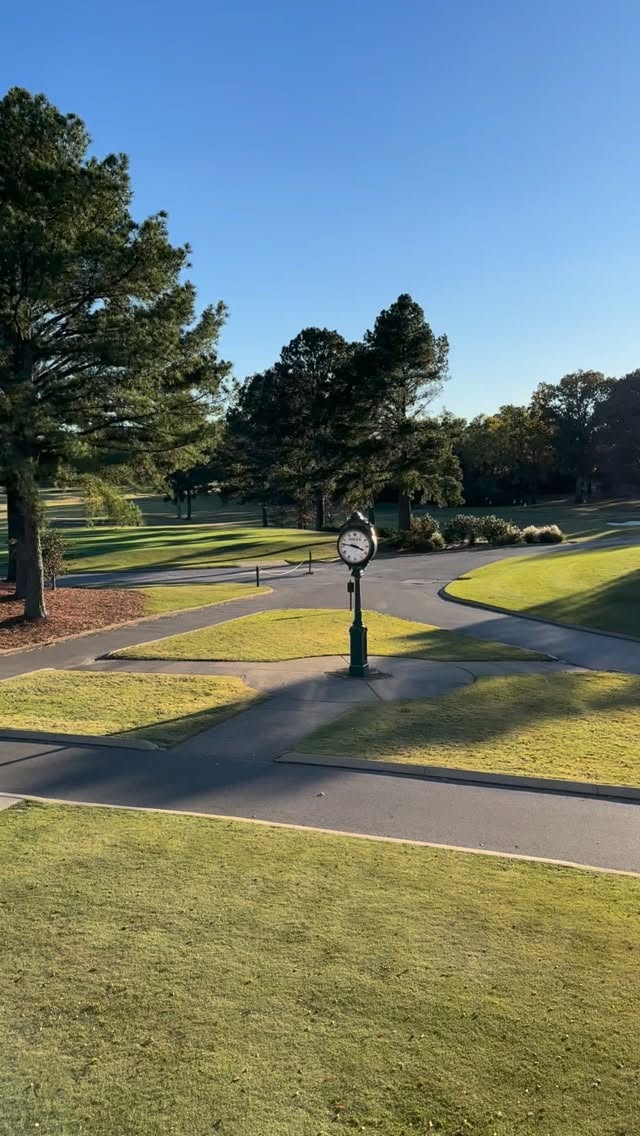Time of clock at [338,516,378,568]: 3:46
